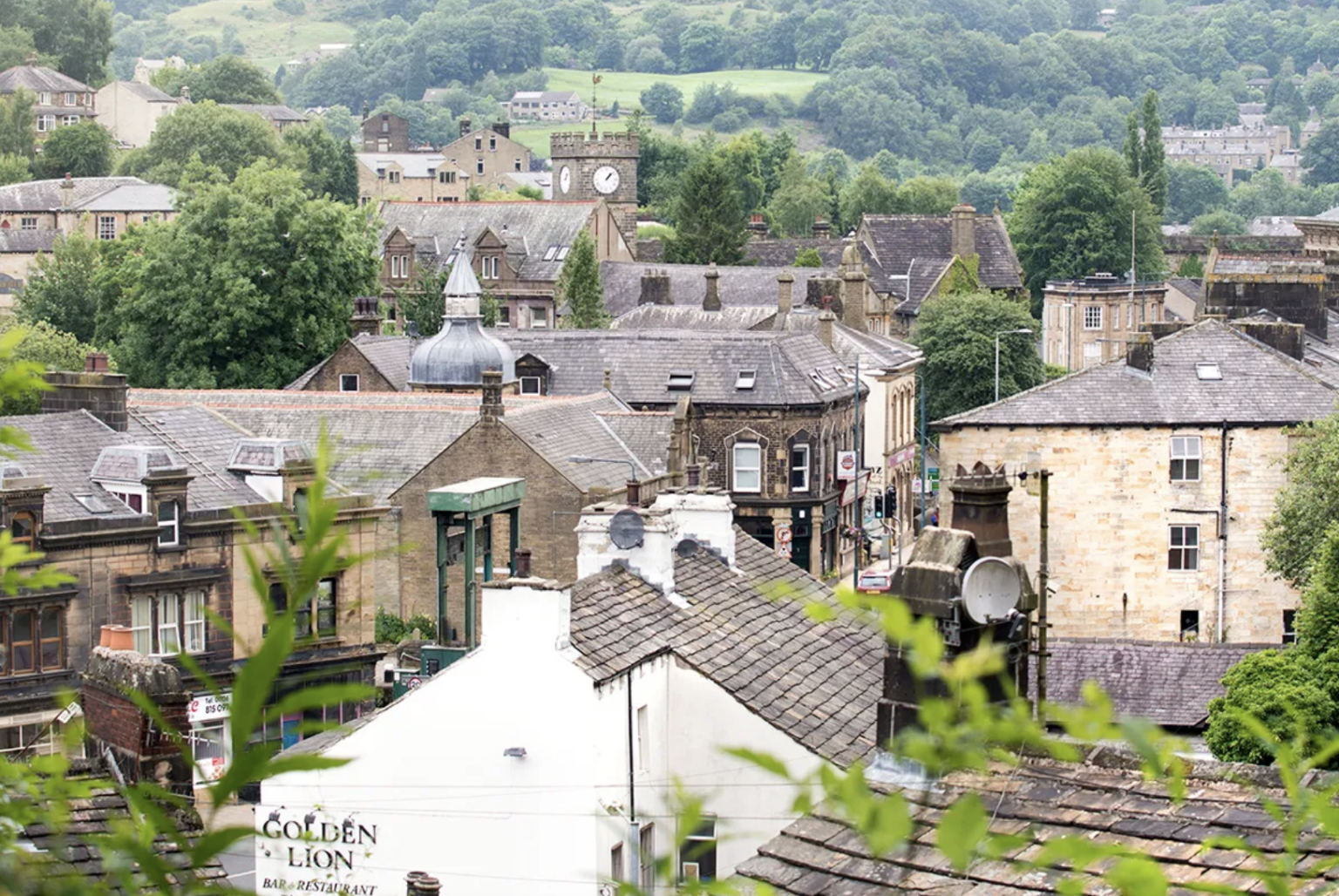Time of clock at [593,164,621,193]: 1:07
